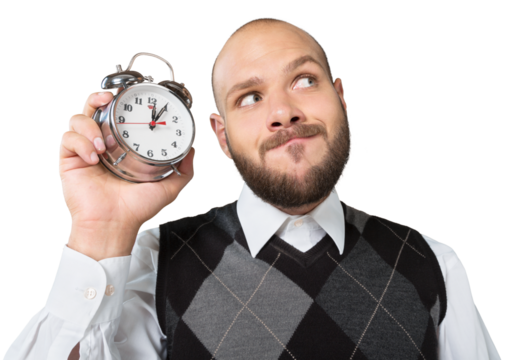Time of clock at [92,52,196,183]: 12:05
